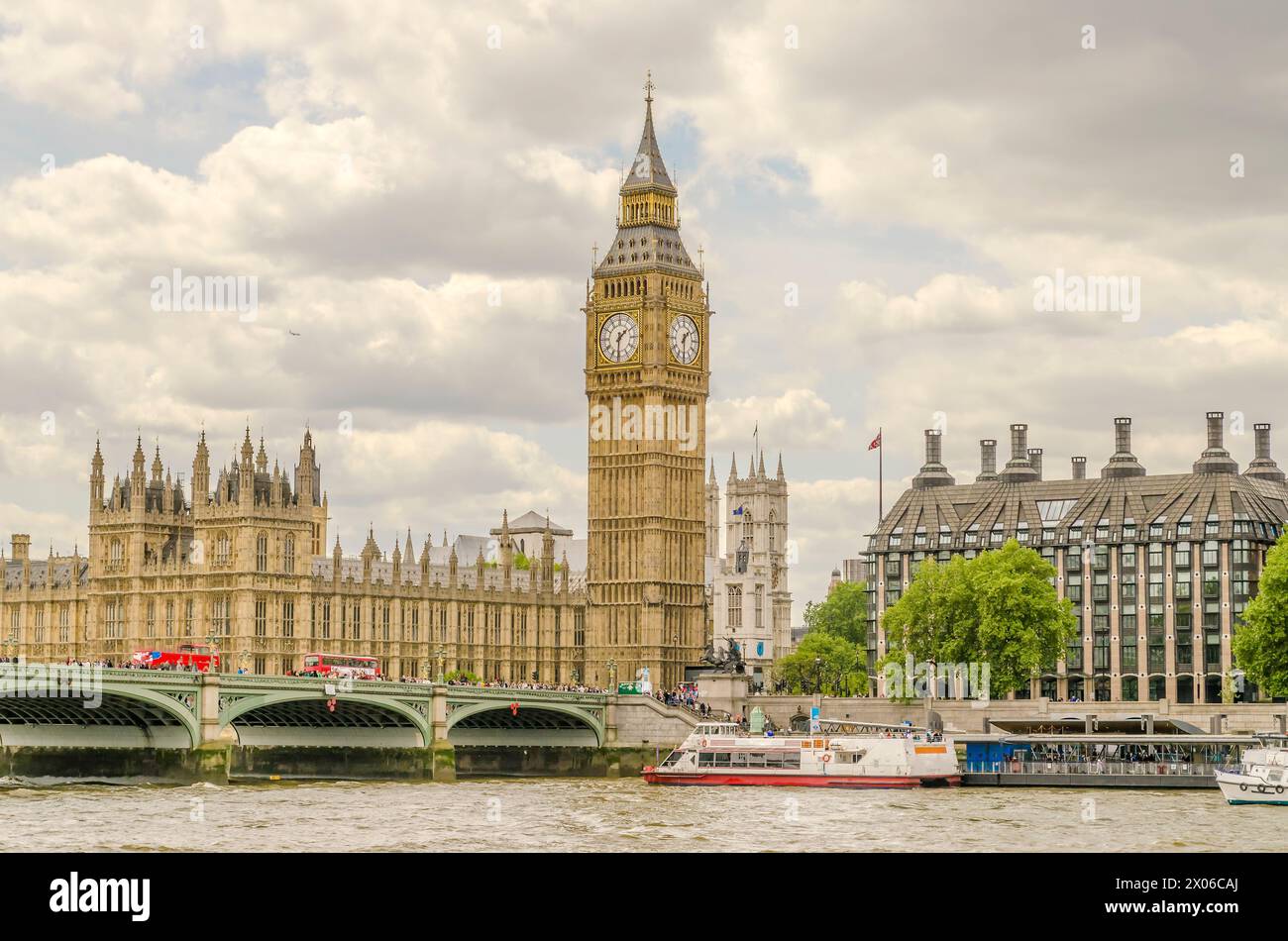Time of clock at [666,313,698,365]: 1:30
